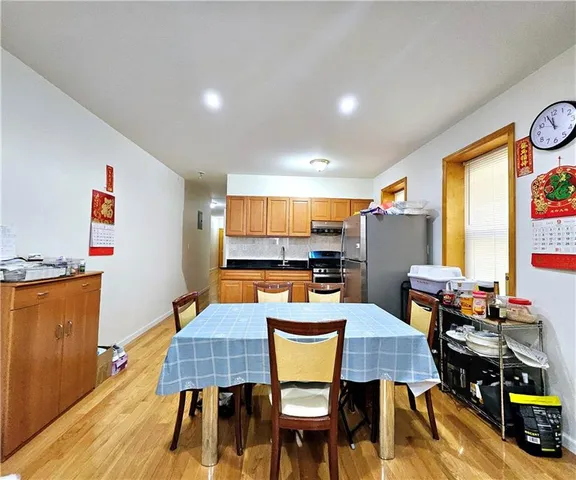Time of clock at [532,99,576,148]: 11:55
